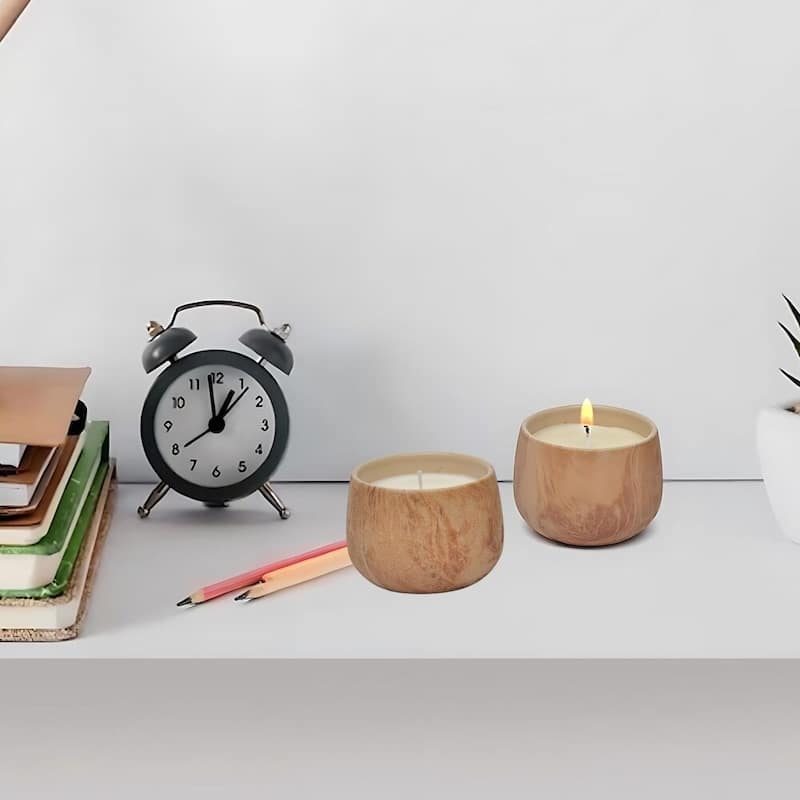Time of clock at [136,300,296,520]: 12:58
